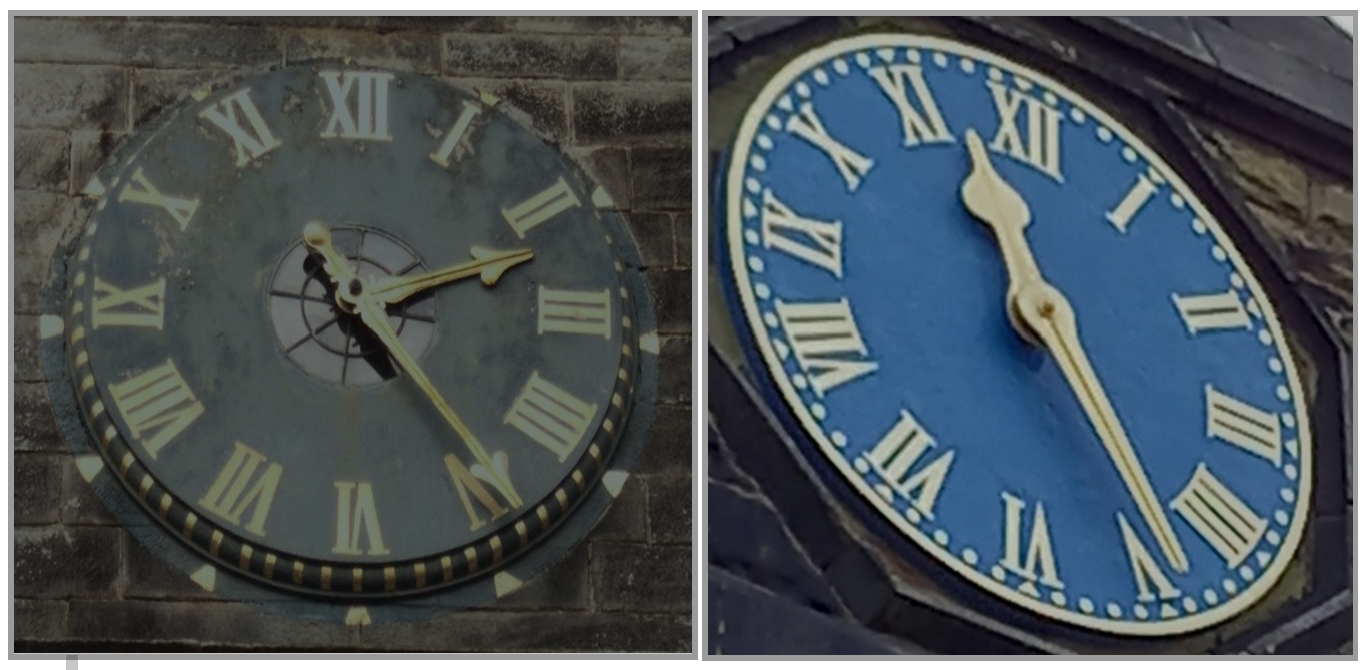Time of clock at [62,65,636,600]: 2:23
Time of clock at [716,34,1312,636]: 11:23
